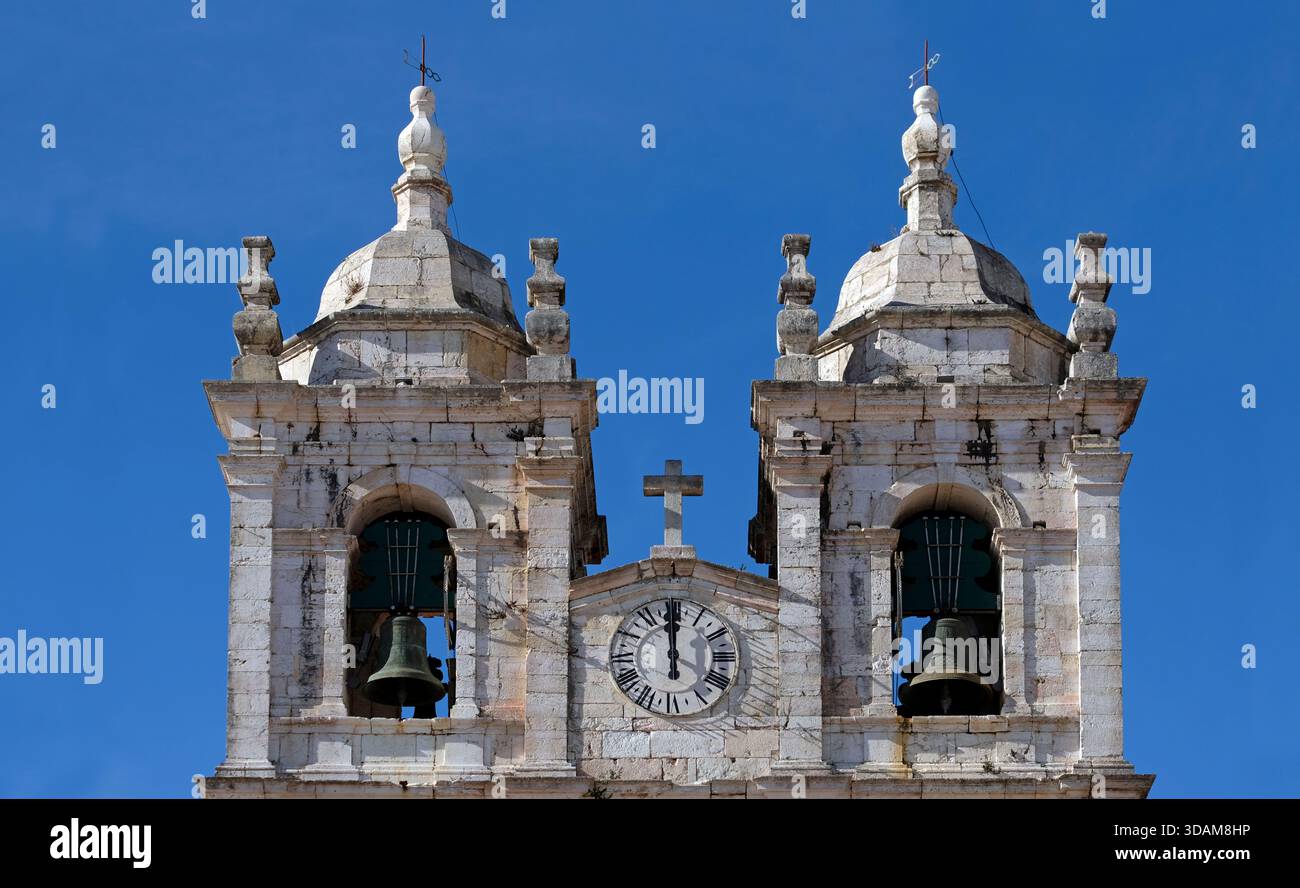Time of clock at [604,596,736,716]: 11:59
